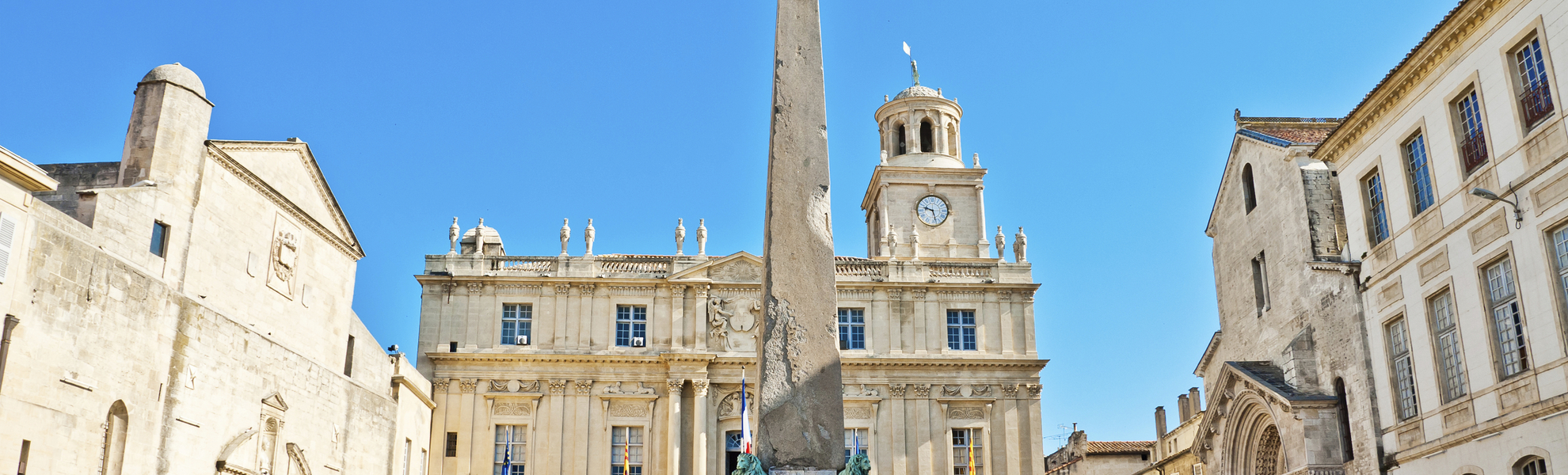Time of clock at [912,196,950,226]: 9:27
